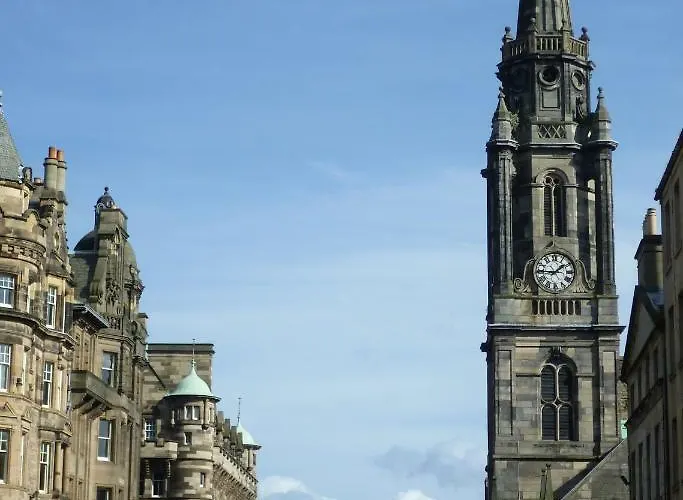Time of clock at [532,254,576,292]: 1:45
